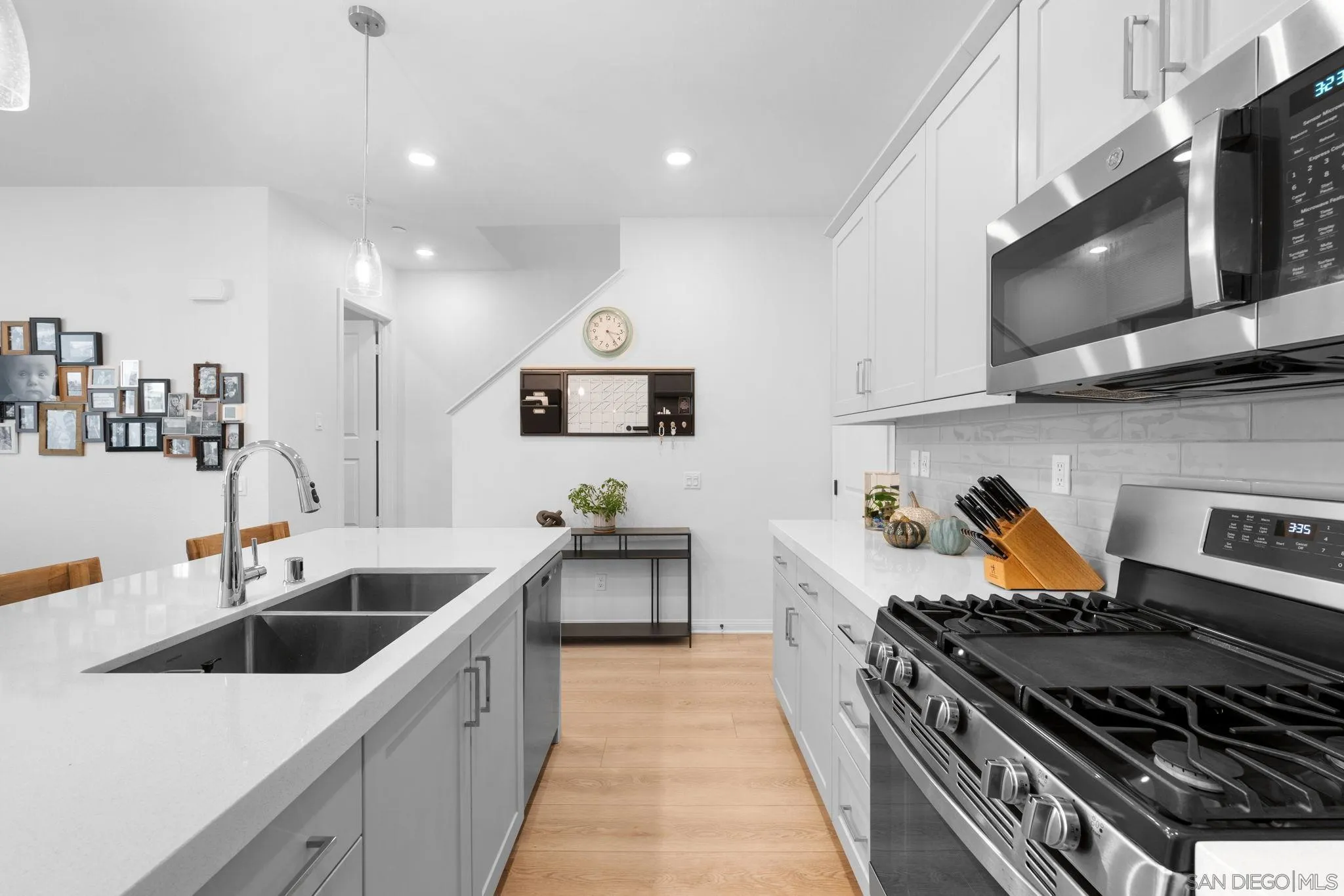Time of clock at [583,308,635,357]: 3:23
